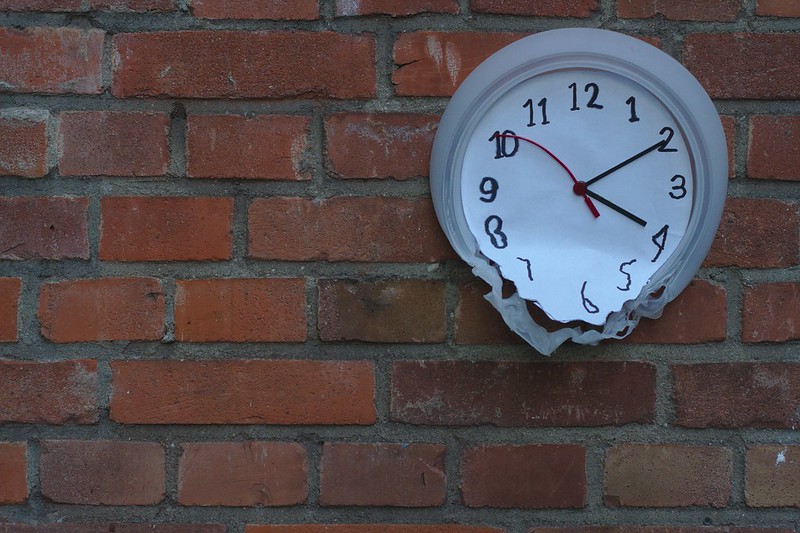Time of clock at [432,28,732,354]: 4:10
